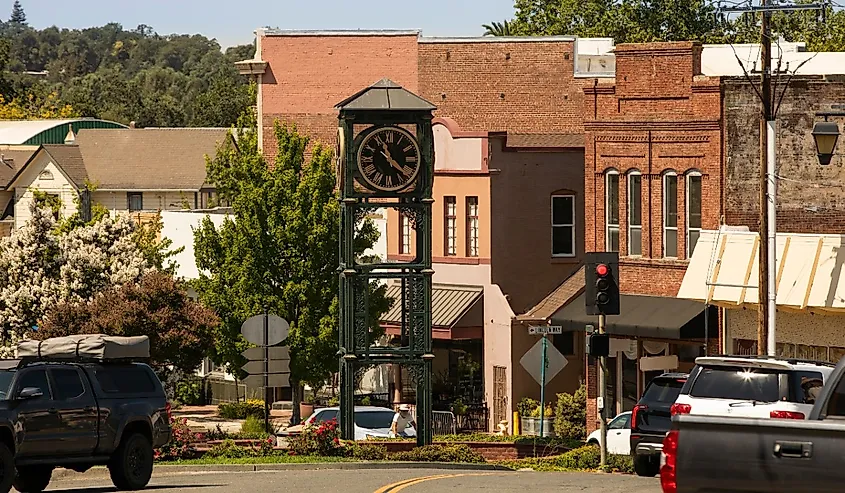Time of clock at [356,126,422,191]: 11:21
